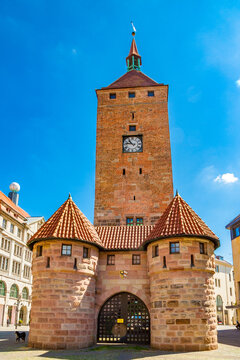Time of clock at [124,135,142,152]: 10:47
